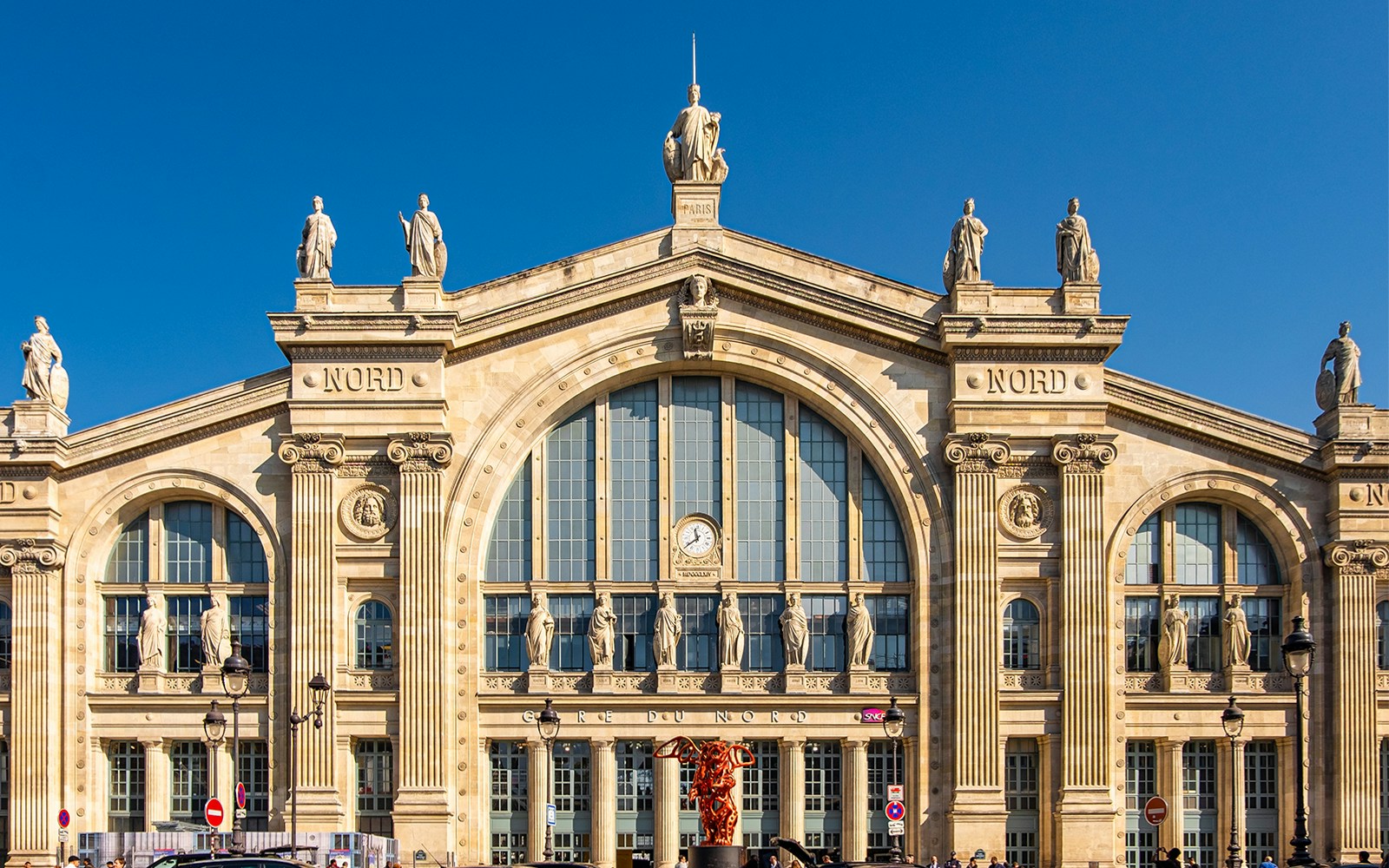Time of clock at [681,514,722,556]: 11:38
